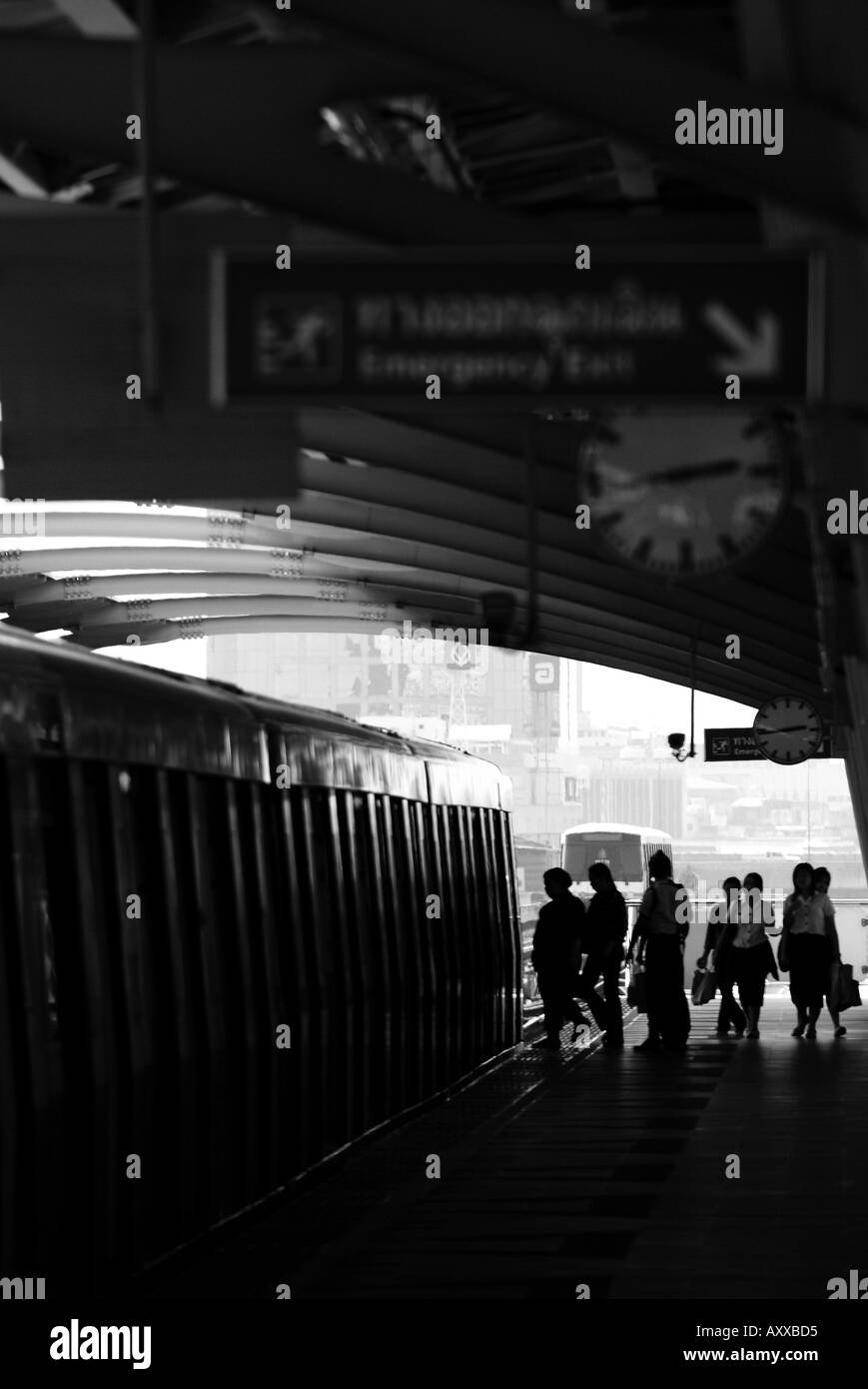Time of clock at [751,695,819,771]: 2:43
